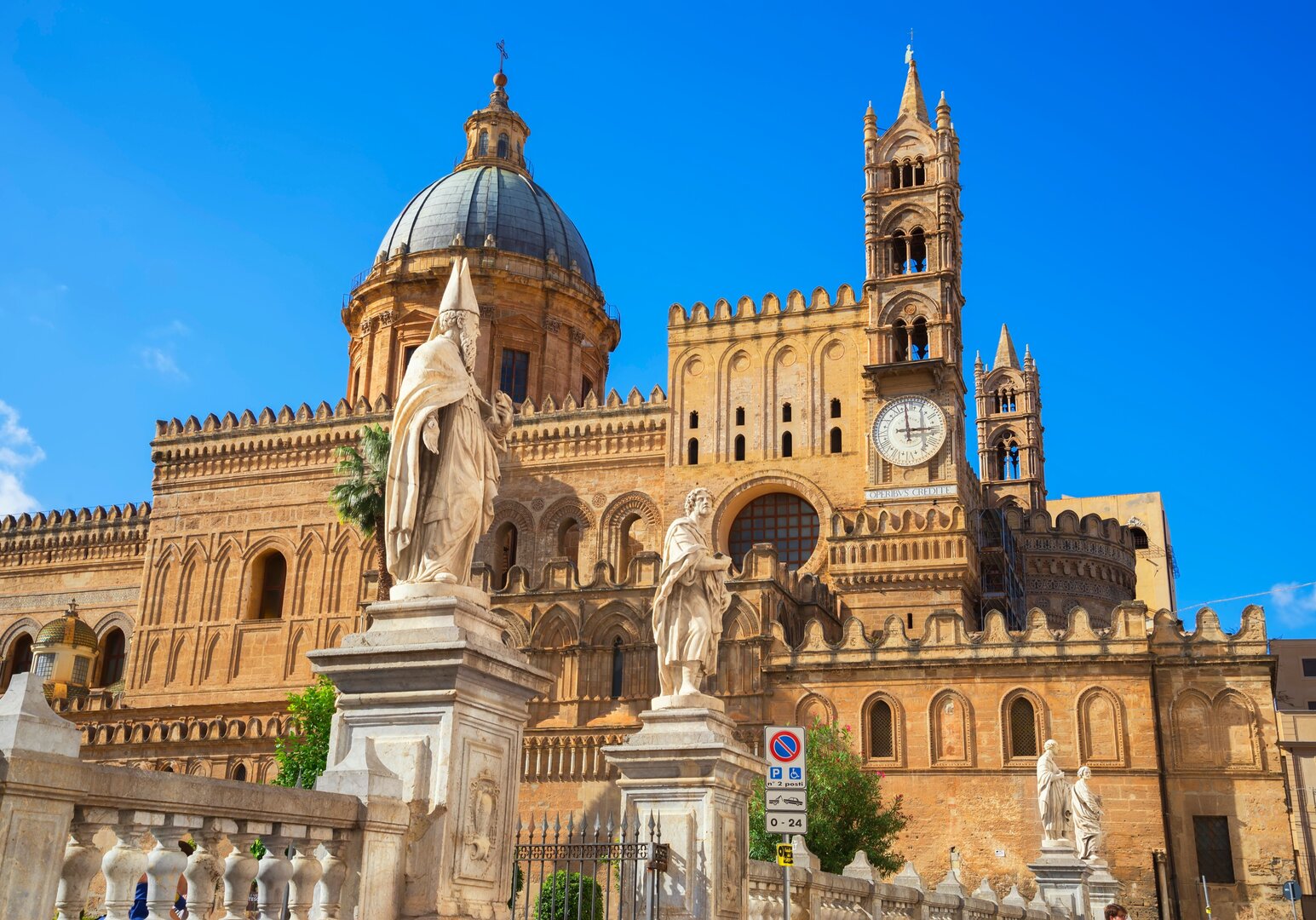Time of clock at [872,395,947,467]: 2:58
